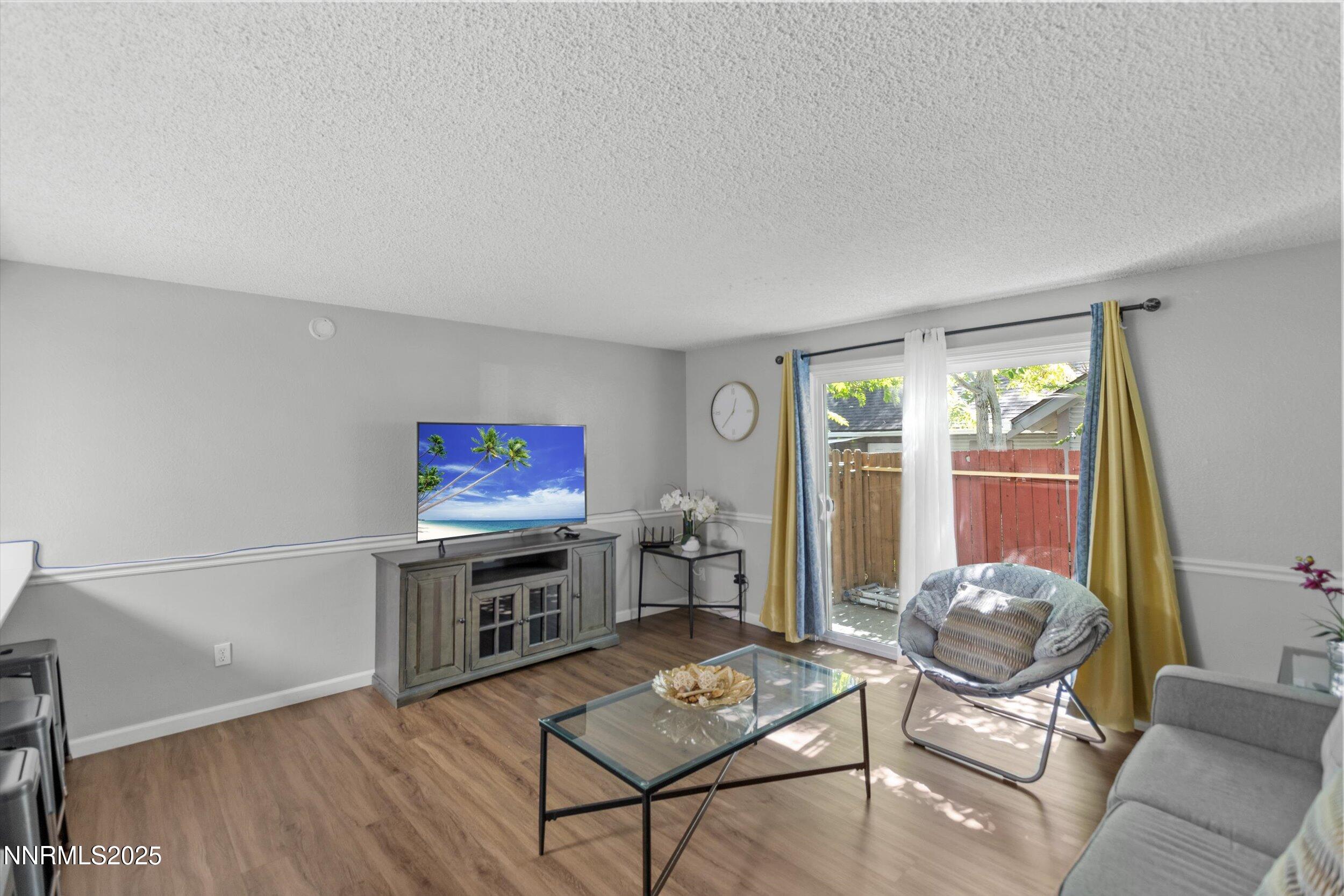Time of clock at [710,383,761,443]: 12:37
